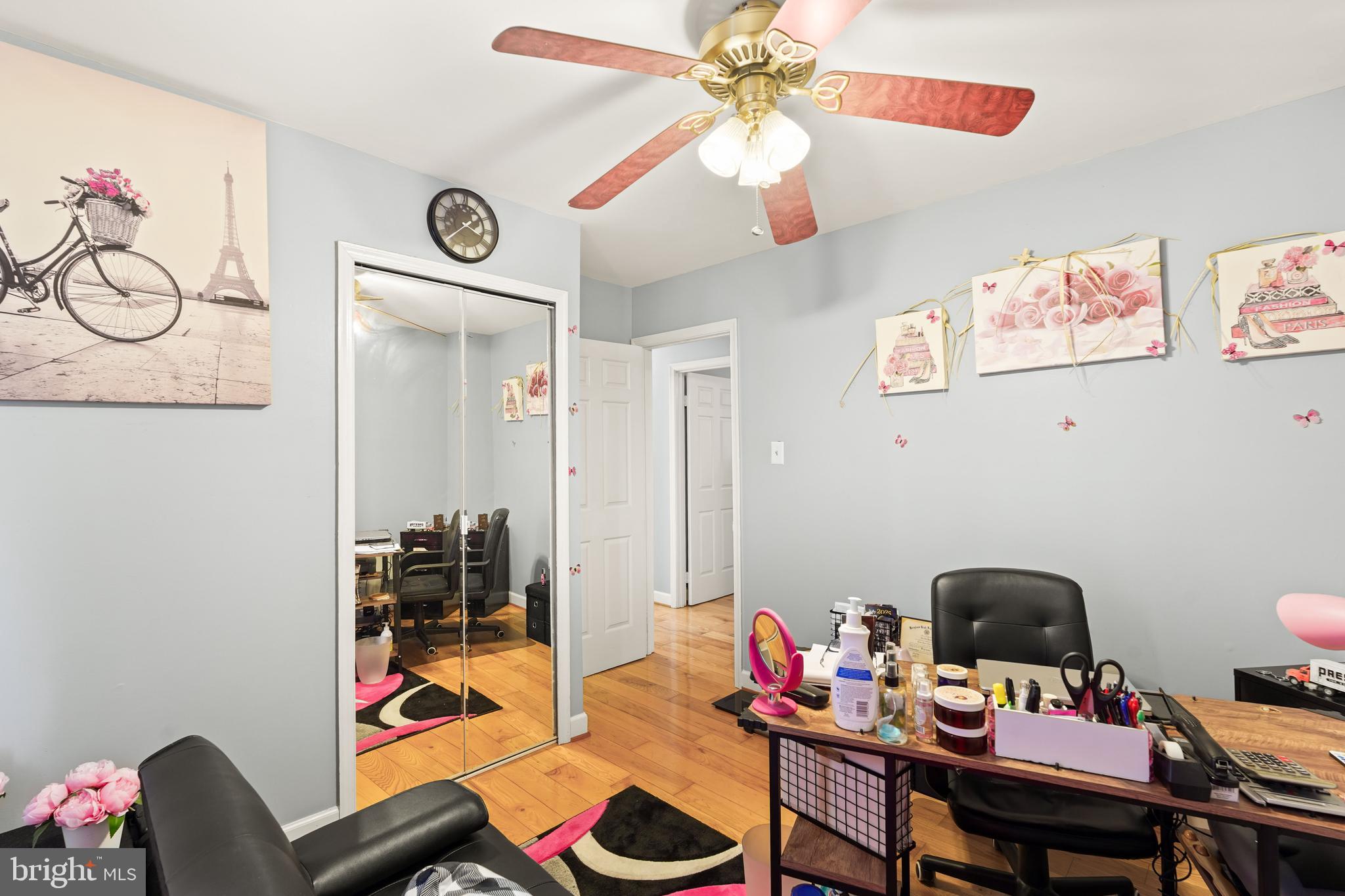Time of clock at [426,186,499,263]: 3:38
